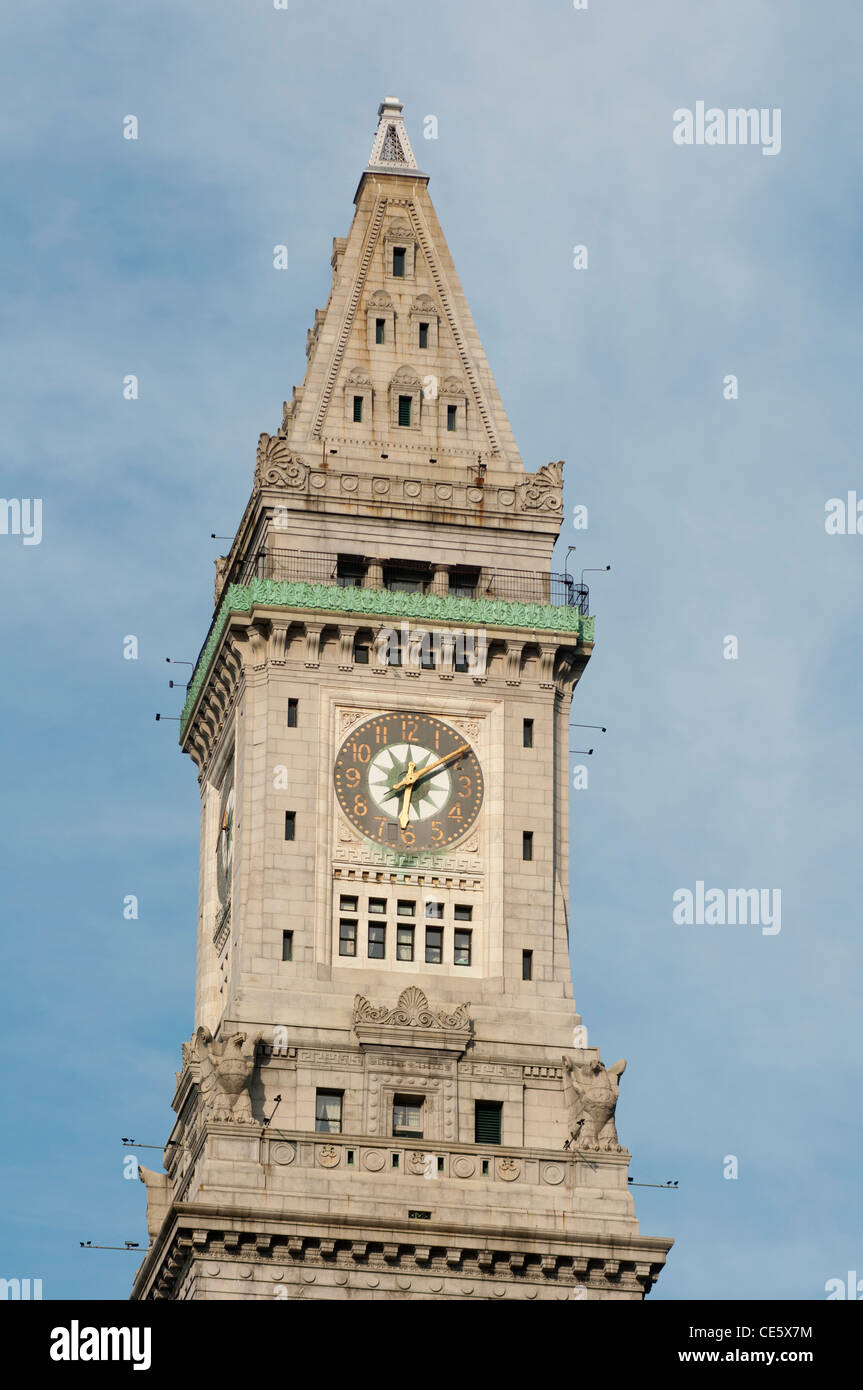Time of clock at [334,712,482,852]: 12:09
